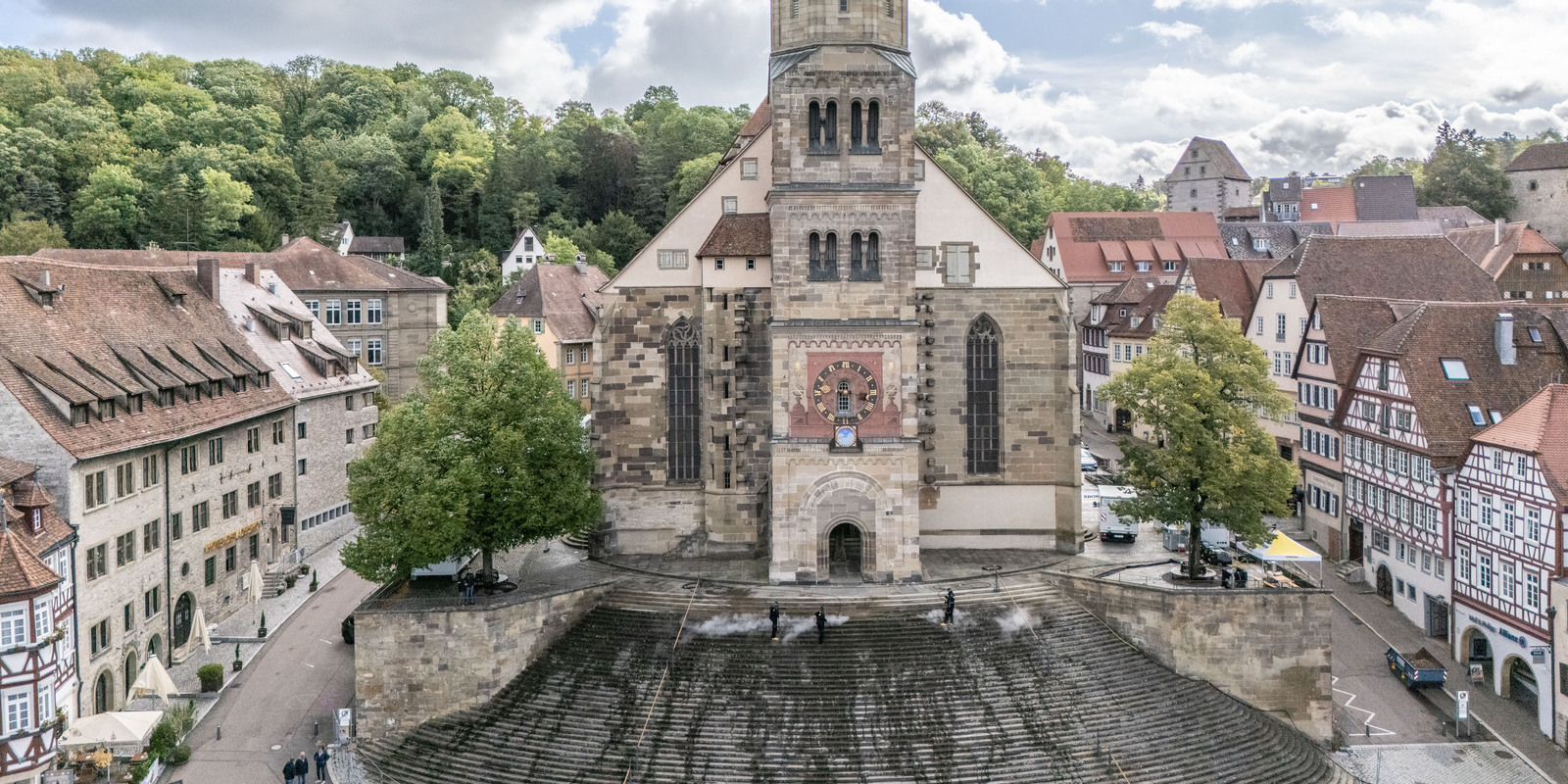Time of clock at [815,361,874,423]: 3:29
